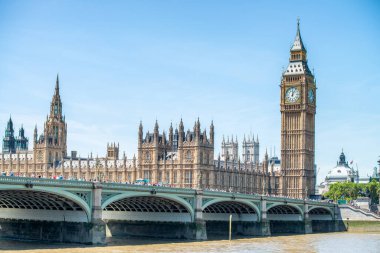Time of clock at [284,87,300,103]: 12:05
